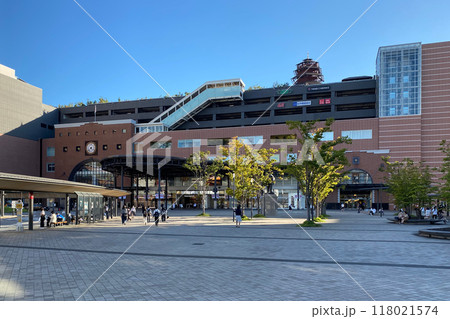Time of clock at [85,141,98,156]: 4:38
